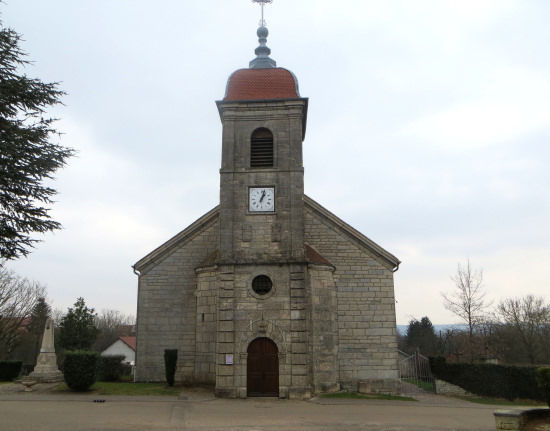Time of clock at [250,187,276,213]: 1:02
